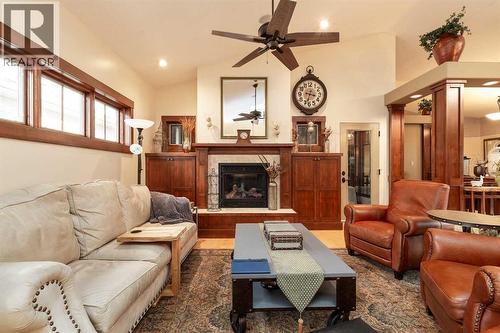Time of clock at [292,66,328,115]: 3:32
